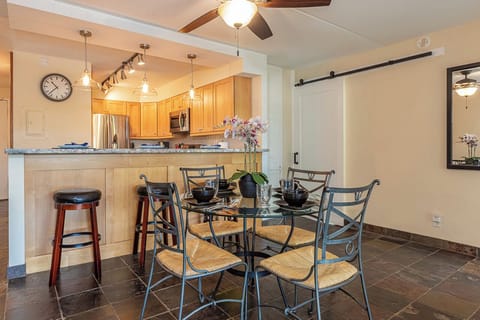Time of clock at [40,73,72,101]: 10:37
